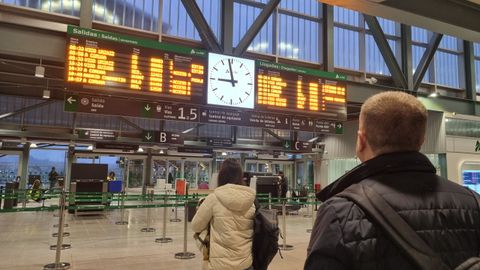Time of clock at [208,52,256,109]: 8:58
